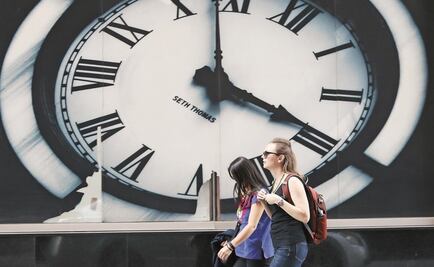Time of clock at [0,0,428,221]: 3:58
